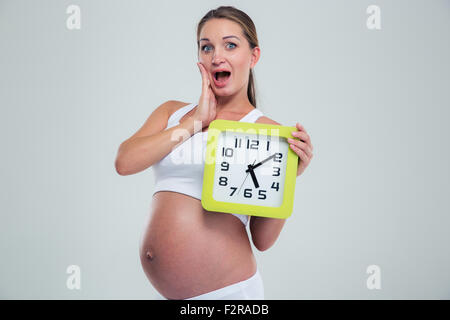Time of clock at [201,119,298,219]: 5:08
